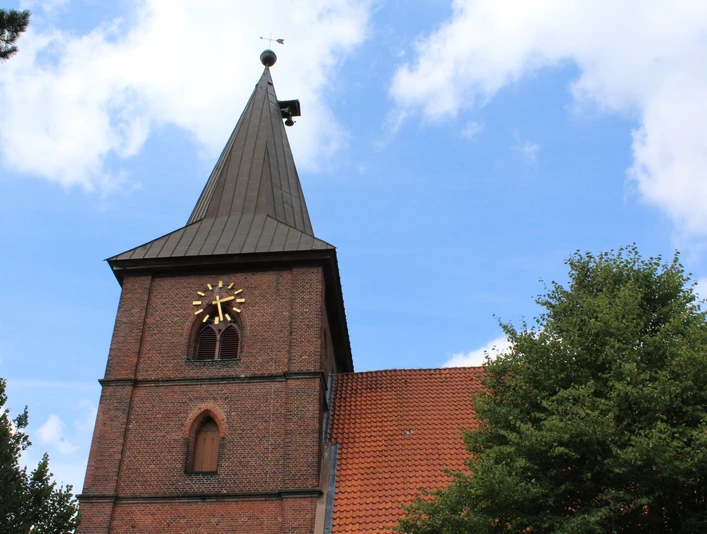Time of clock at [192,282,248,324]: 2:28
